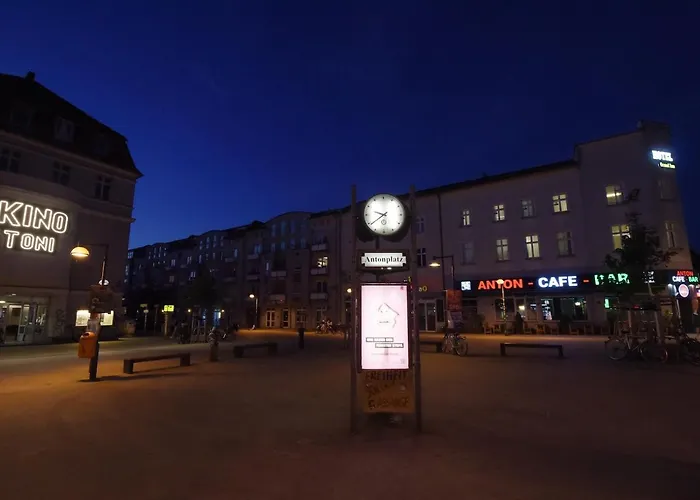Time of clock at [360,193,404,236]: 9:39
